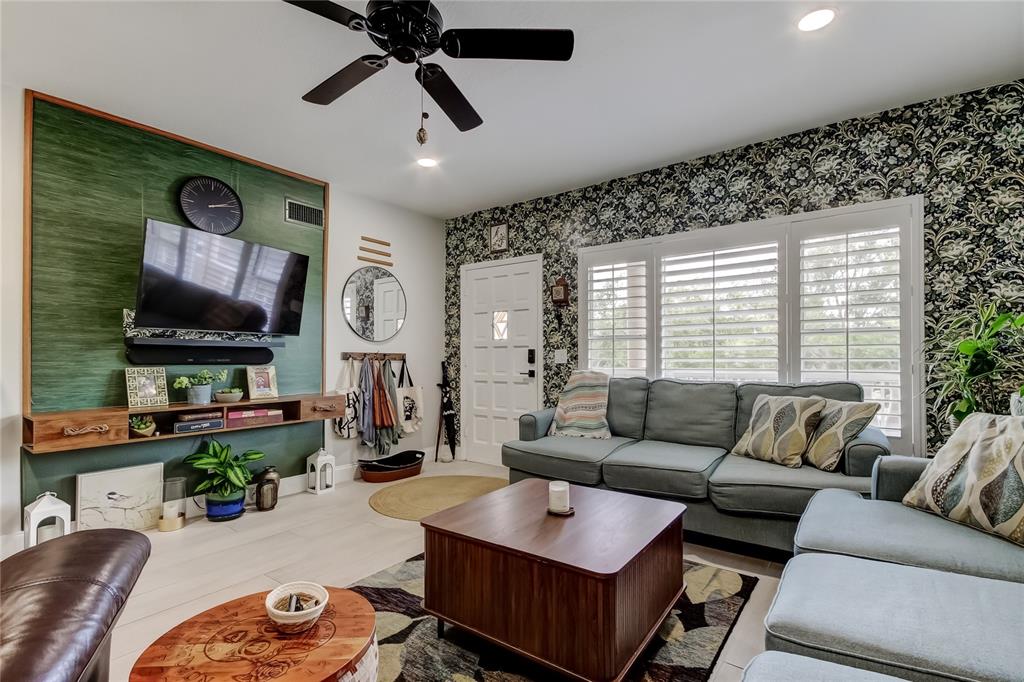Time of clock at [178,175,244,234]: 2:12
